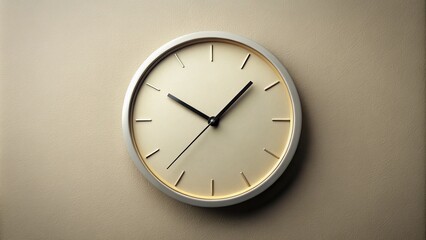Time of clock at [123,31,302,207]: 10:07
